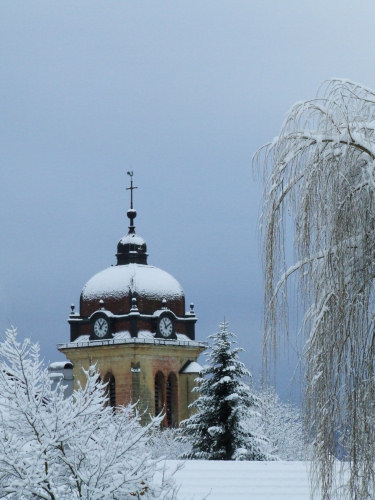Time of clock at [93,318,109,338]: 11:07
